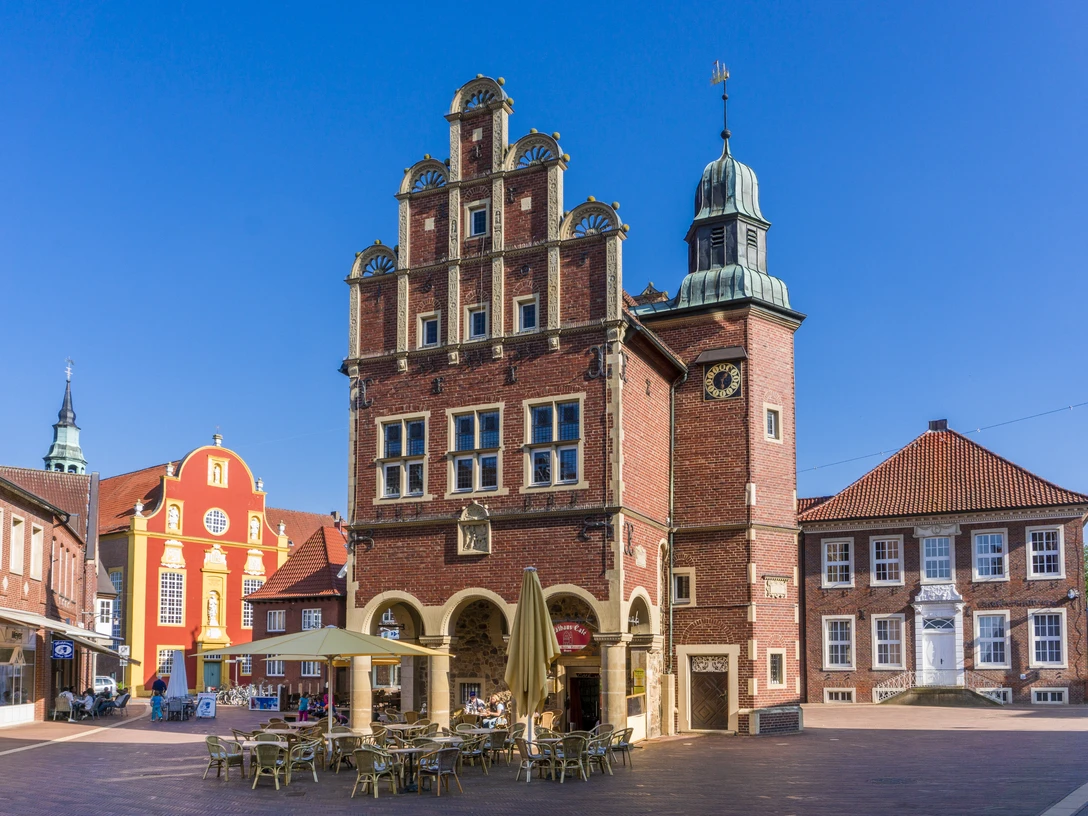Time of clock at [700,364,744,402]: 6:06
